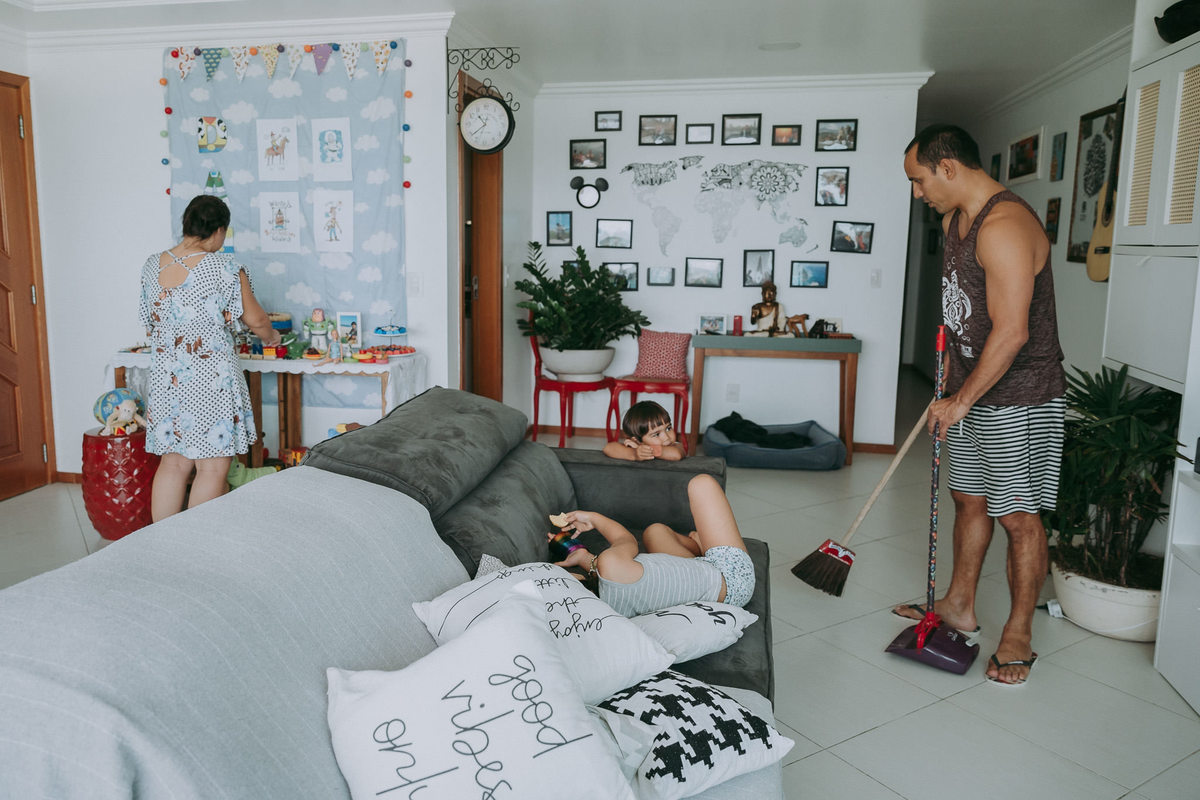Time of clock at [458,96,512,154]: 10:38
